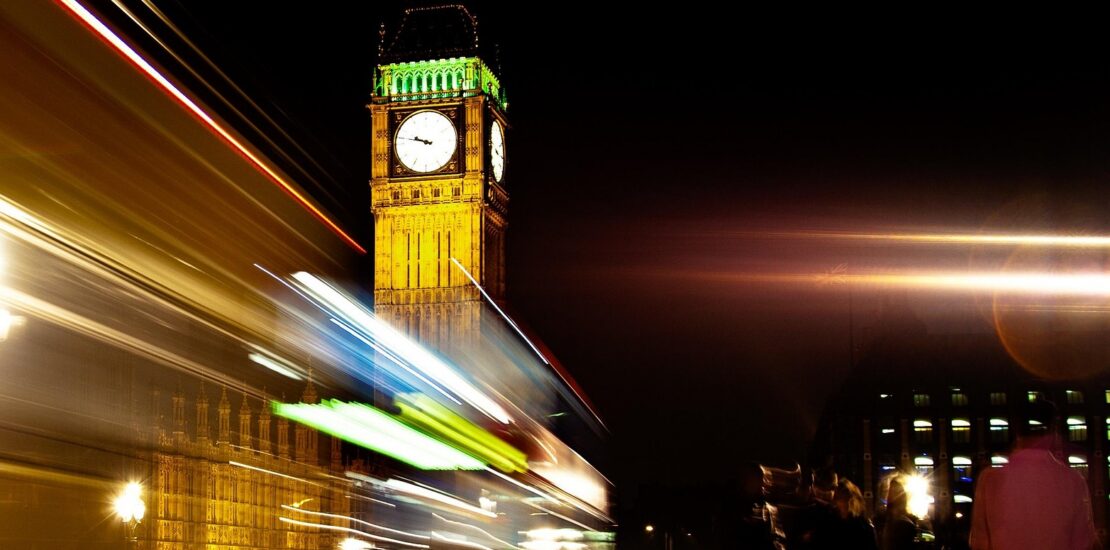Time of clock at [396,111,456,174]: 9:47
